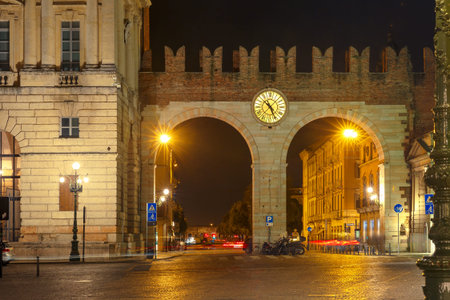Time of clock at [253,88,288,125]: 10:25
